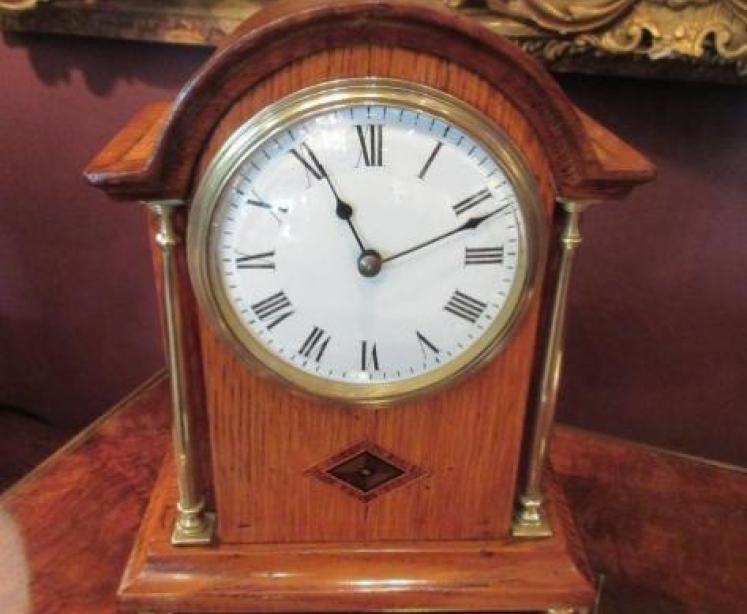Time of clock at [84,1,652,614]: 11:11
